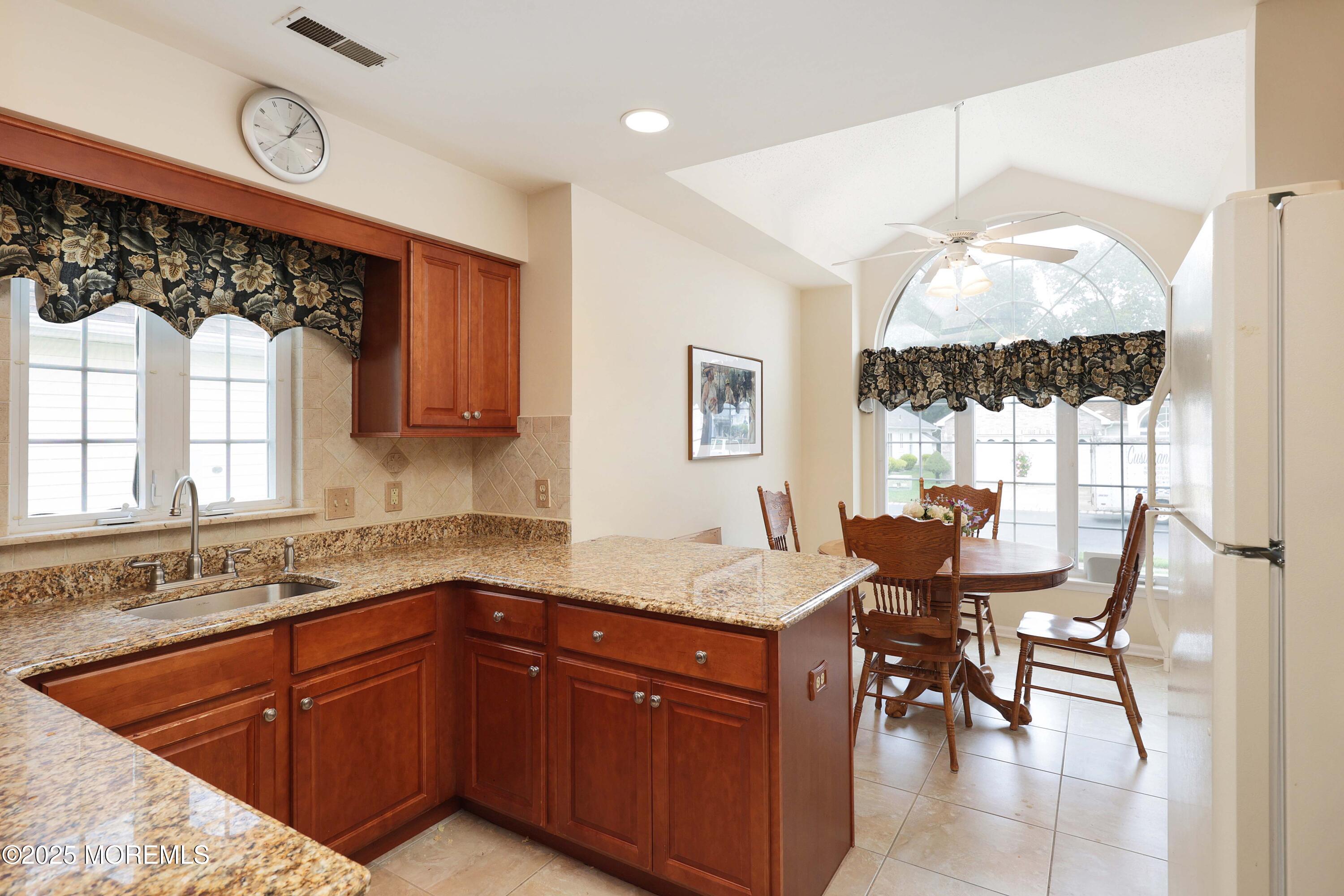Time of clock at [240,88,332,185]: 1:04
